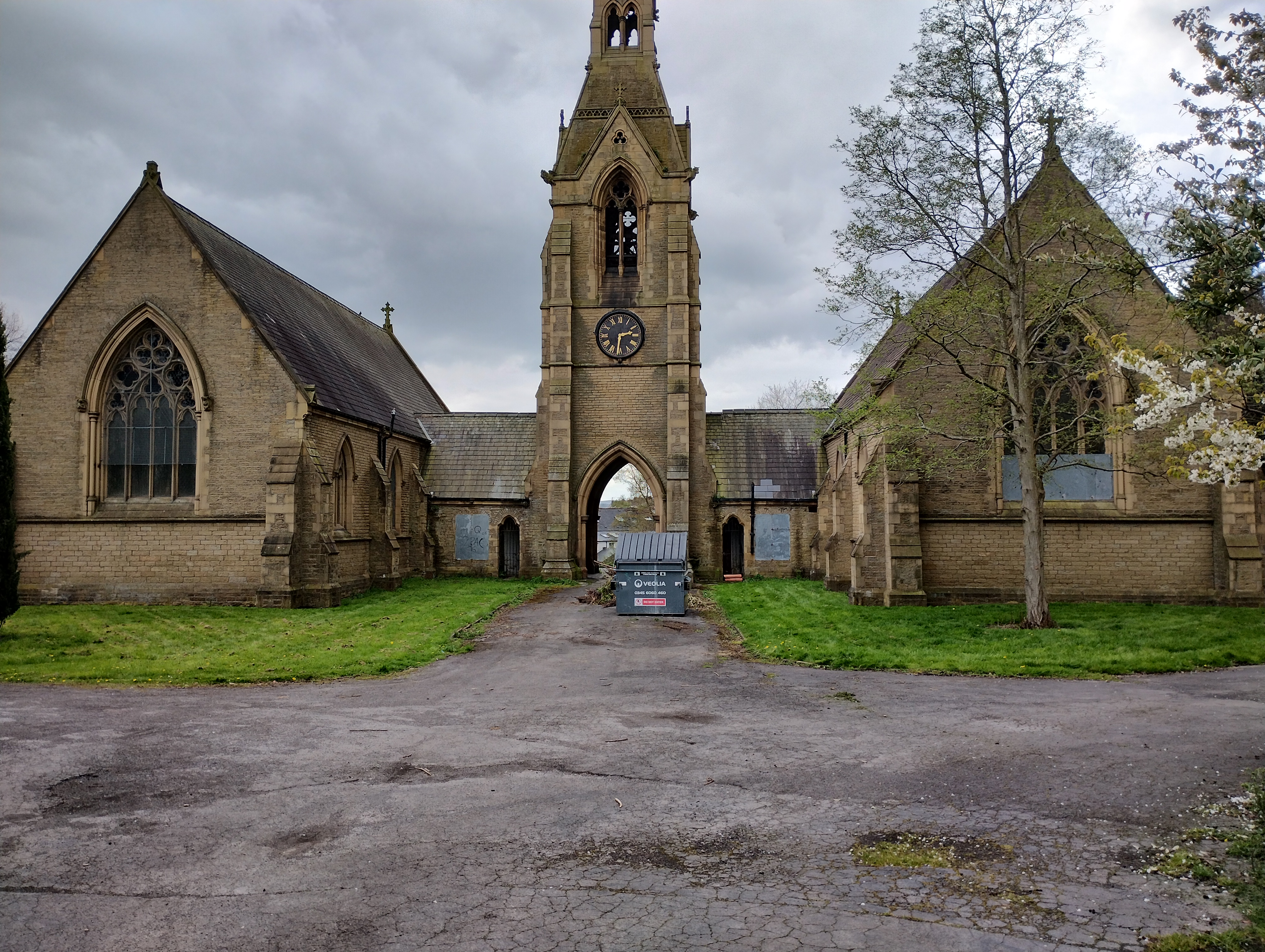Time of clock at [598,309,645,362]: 2:31
